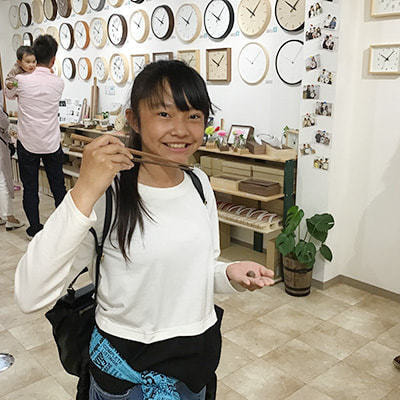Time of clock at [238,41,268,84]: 10:07
